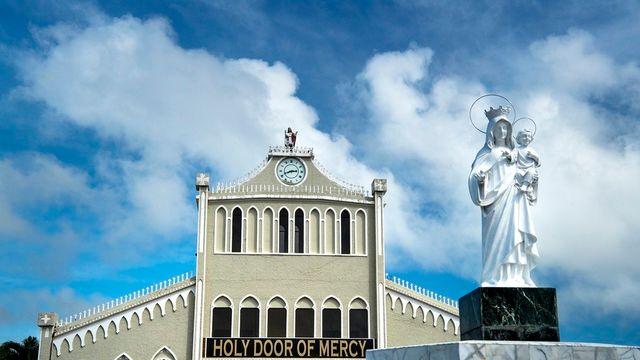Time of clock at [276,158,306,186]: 2:41
